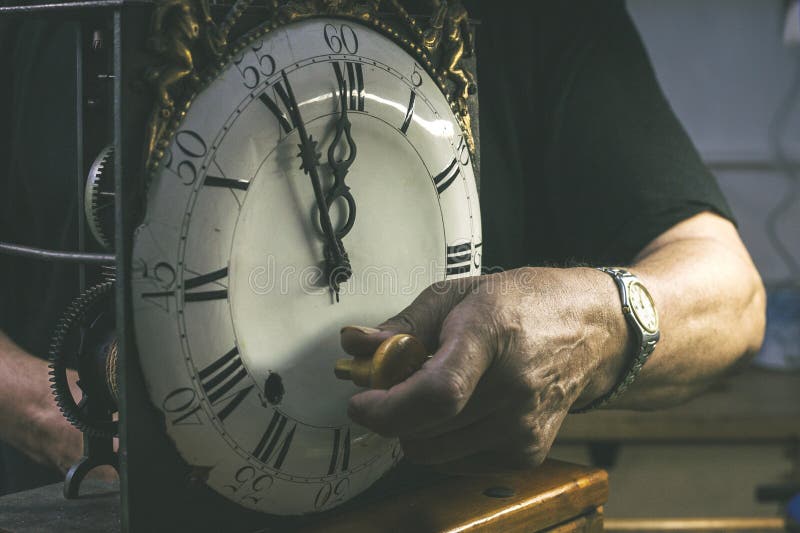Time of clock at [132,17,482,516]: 11:56
